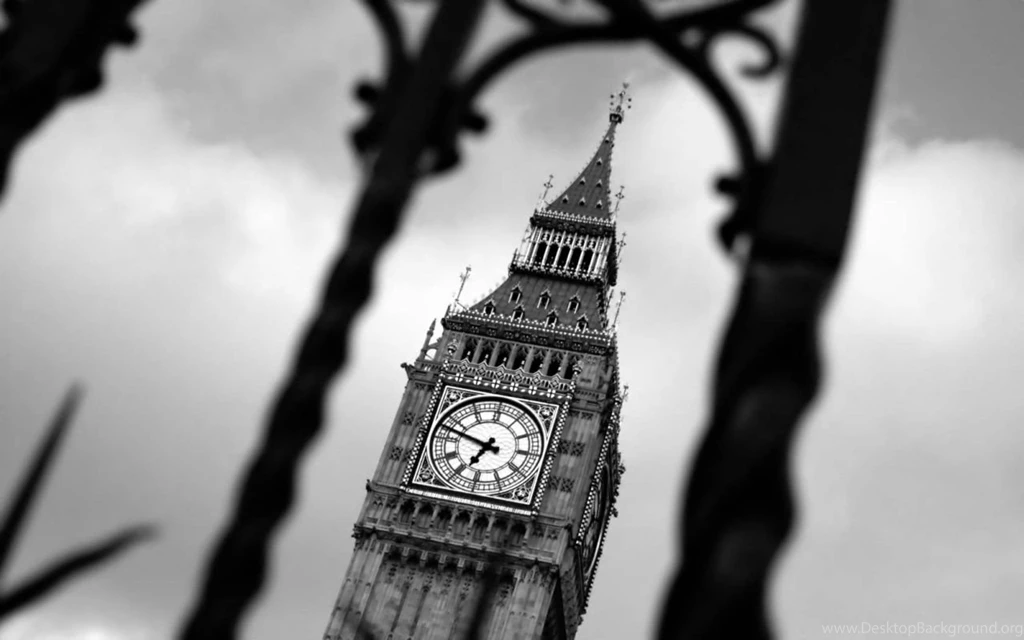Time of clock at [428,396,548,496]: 6:47
